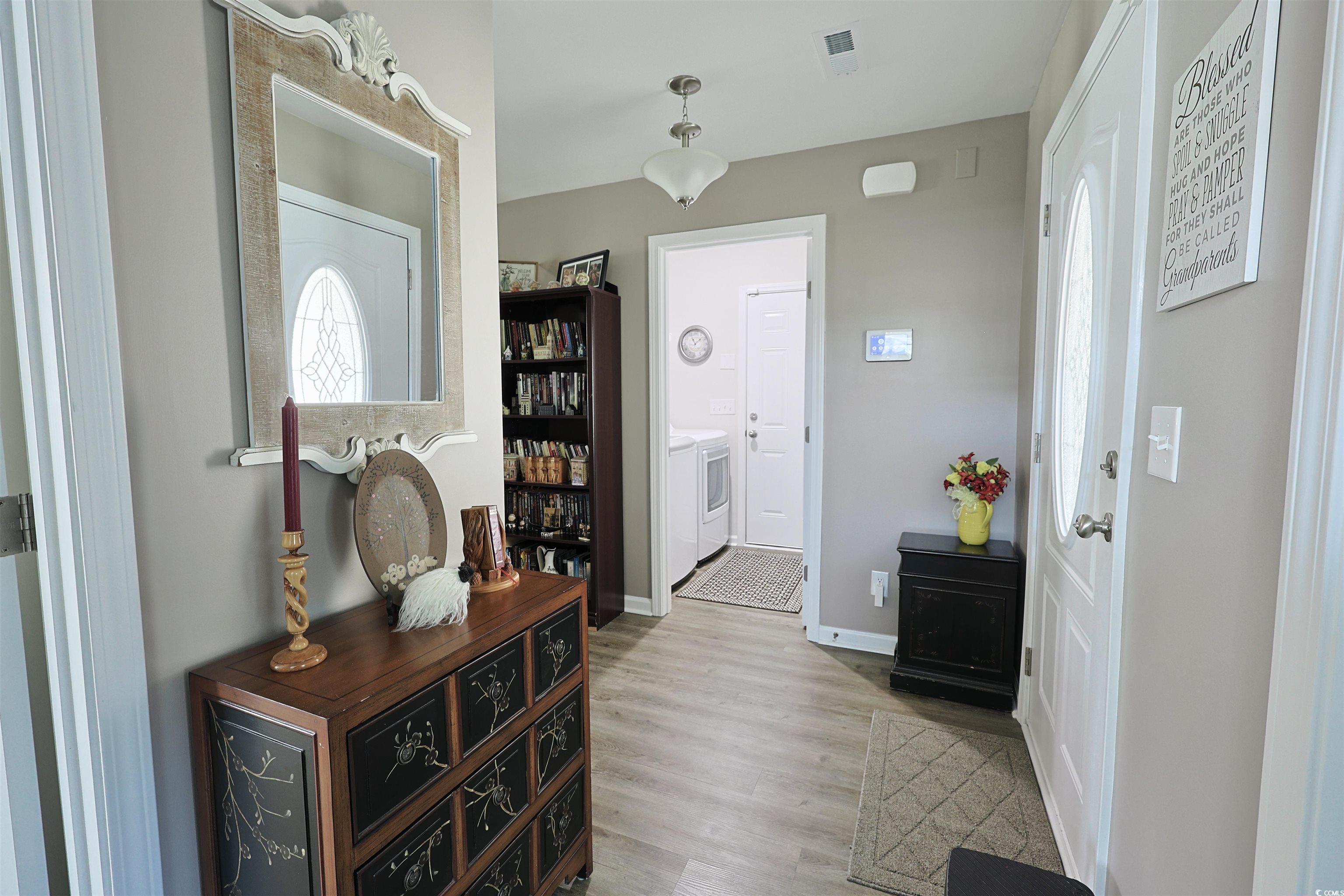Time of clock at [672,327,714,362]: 11:08
